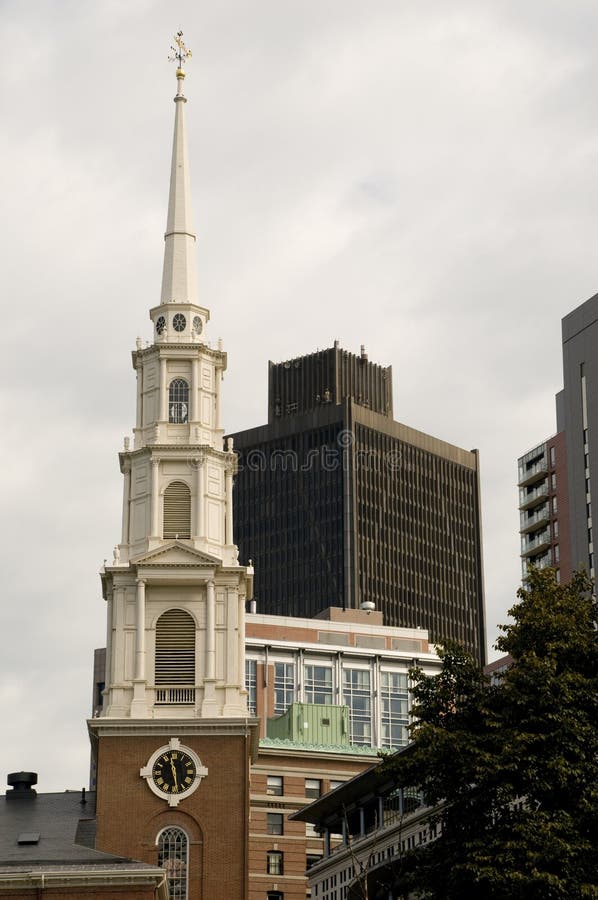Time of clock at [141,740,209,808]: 11:28
